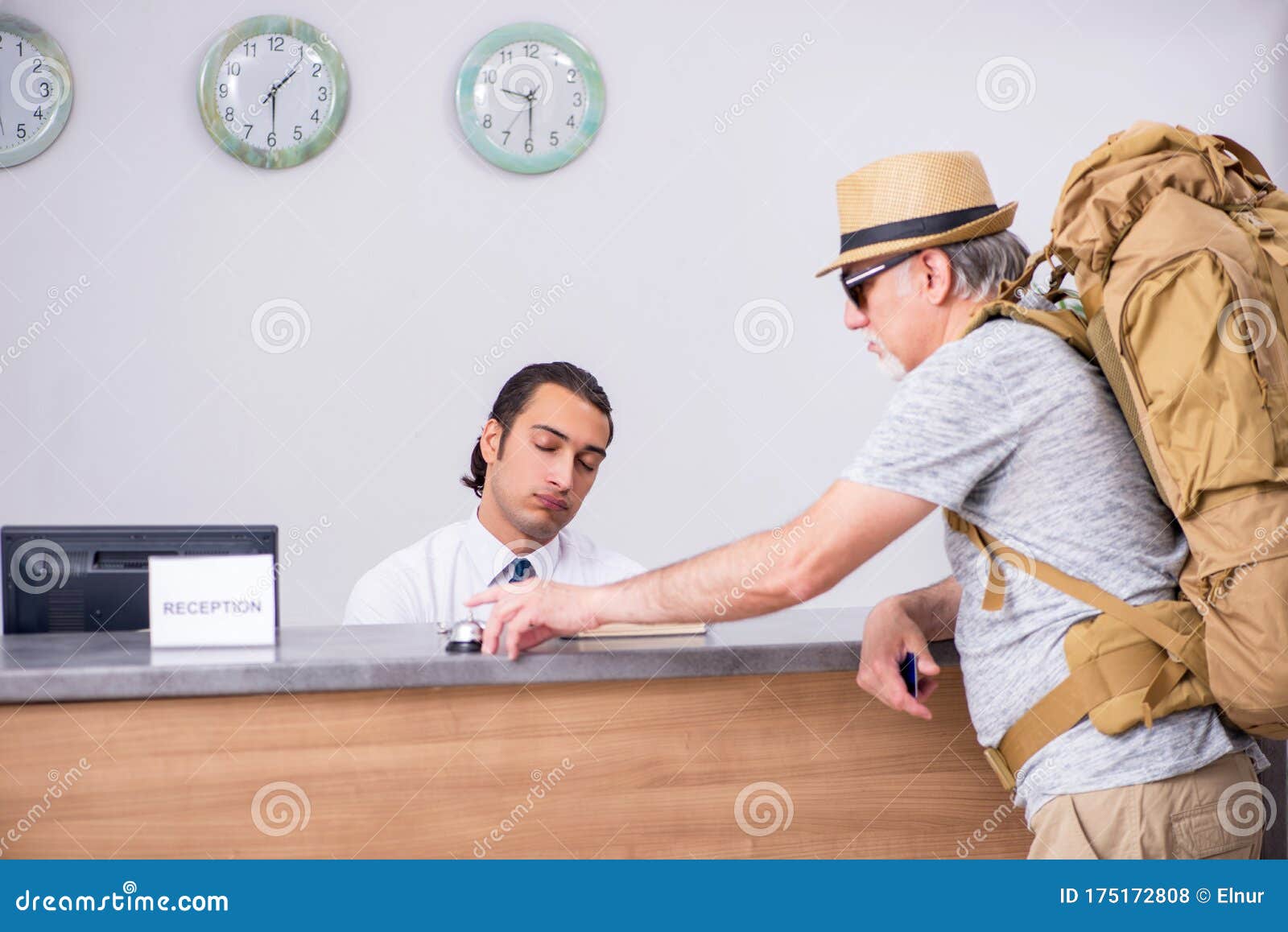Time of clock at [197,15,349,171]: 1:29
